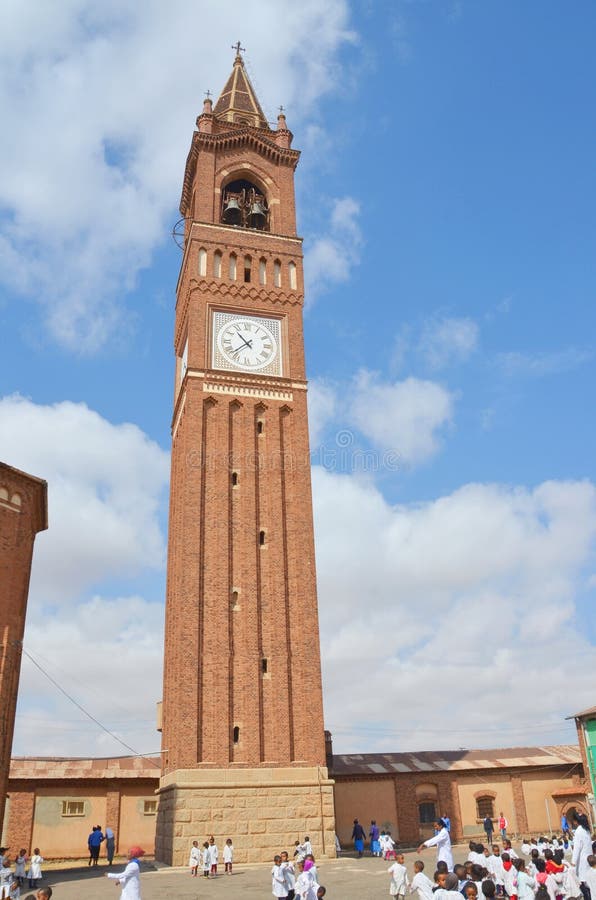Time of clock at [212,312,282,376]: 10:37
